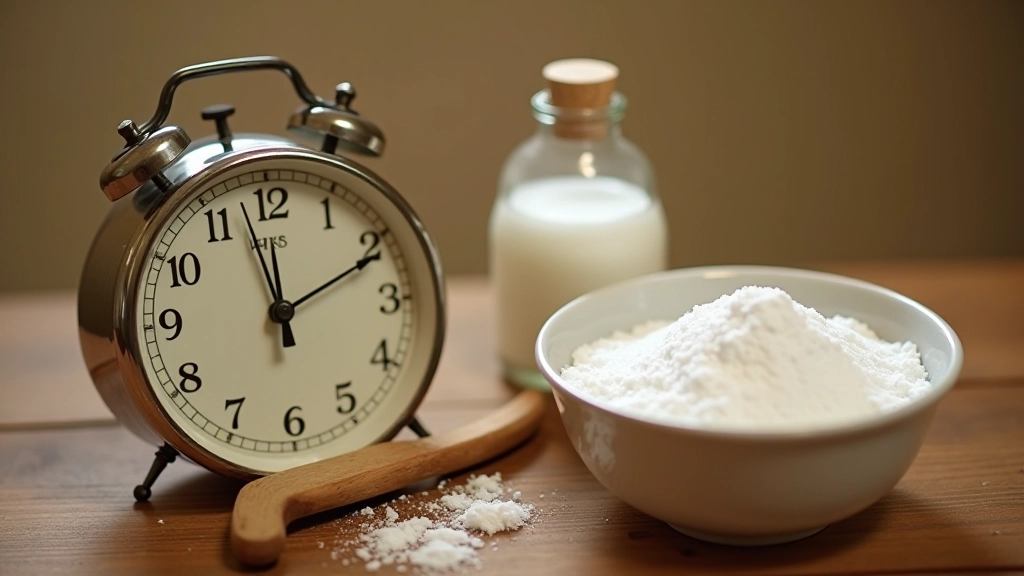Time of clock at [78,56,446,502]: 11:57
